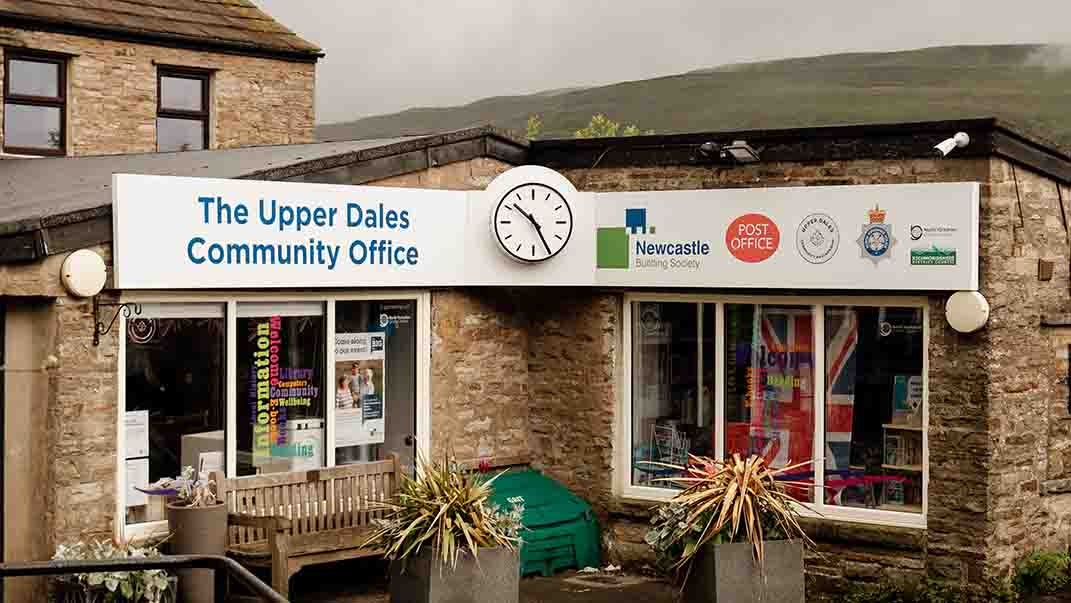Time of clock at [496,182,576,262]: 10:25
